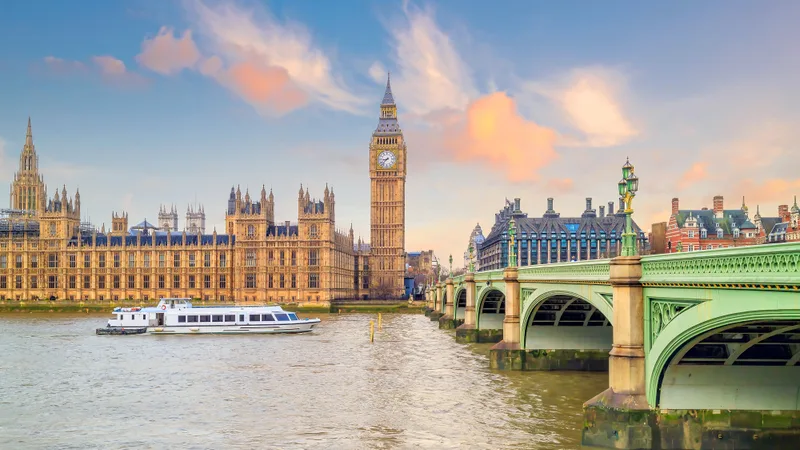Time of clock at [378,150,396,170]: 8:37
